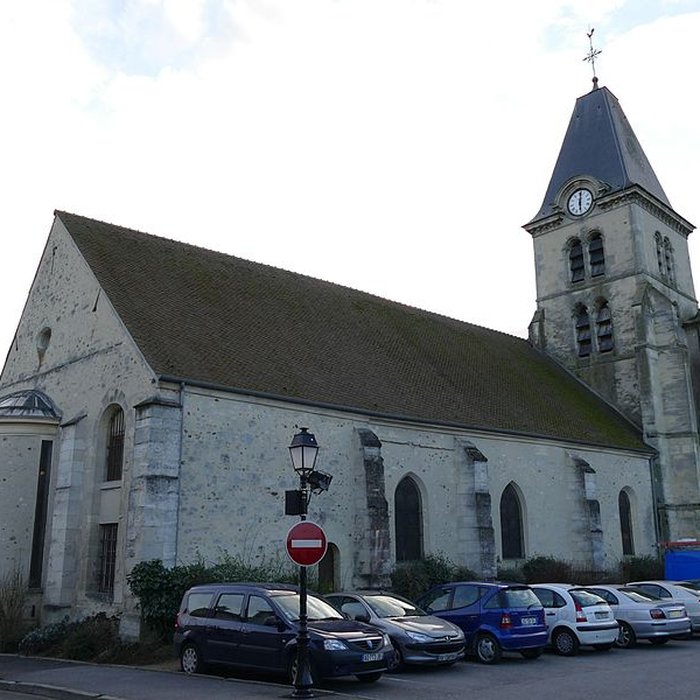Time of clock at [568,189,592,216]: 6:01
